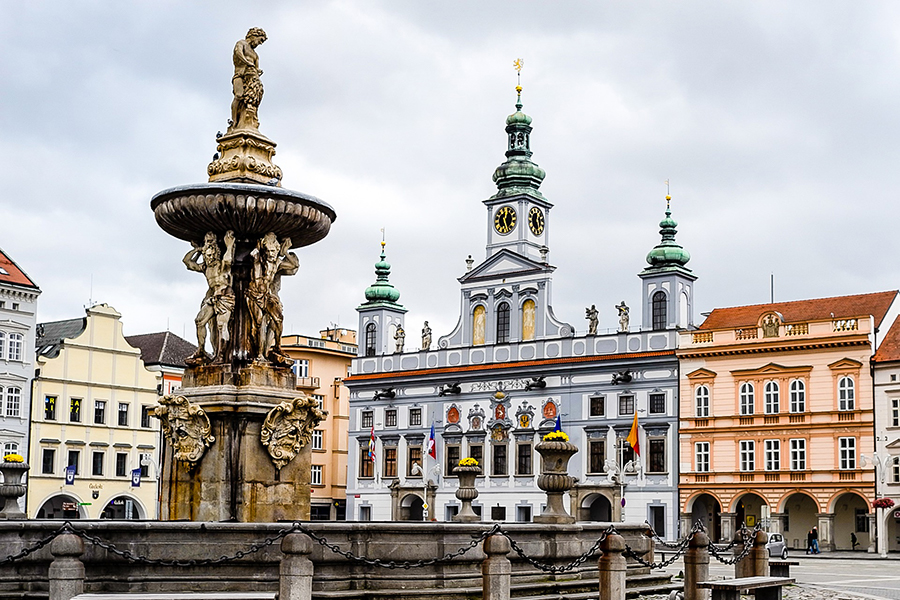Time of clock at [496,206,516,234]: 12:26
